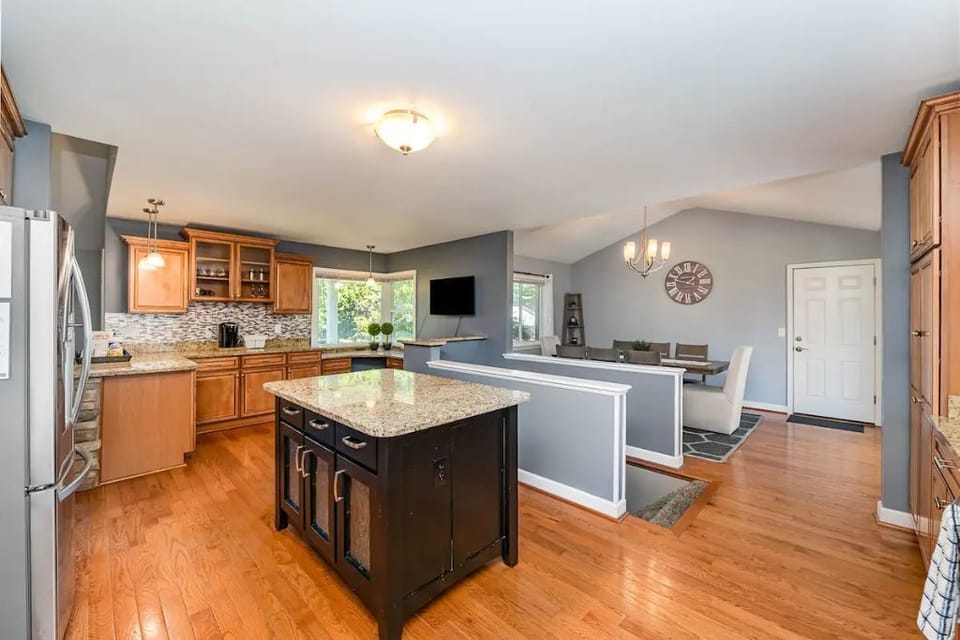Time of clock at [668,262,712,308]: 1:46
